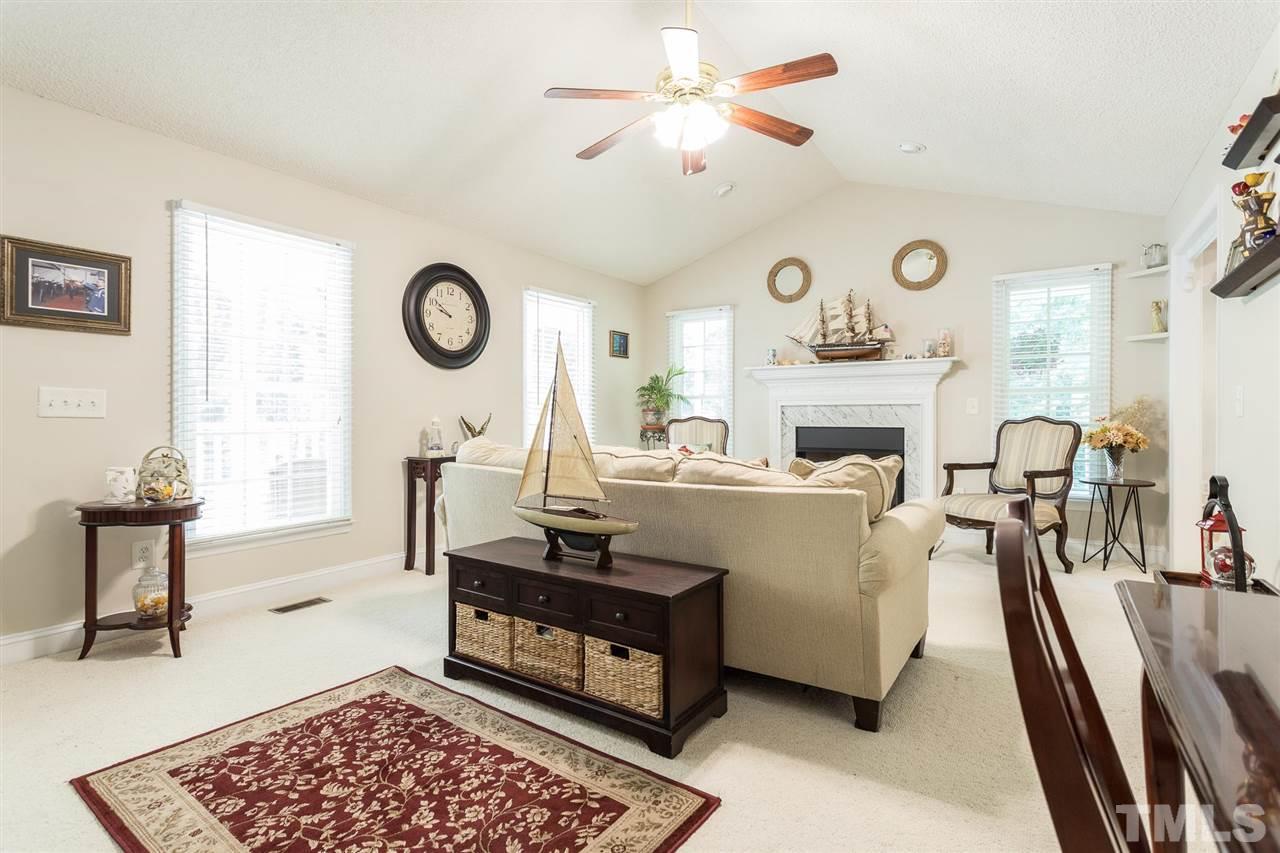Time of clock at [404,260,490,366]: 9:51
